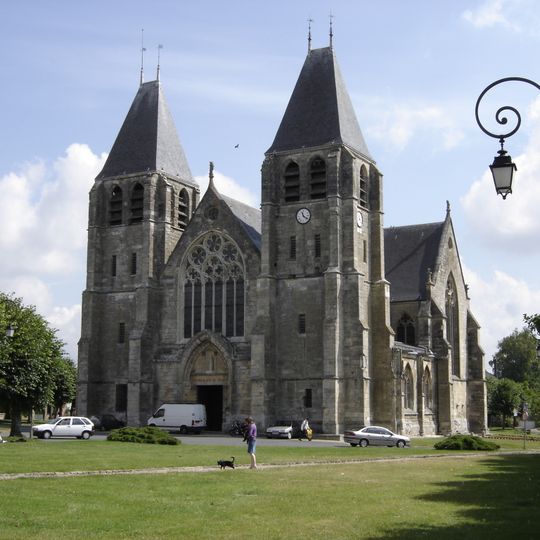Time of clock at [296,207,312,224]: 11:21
